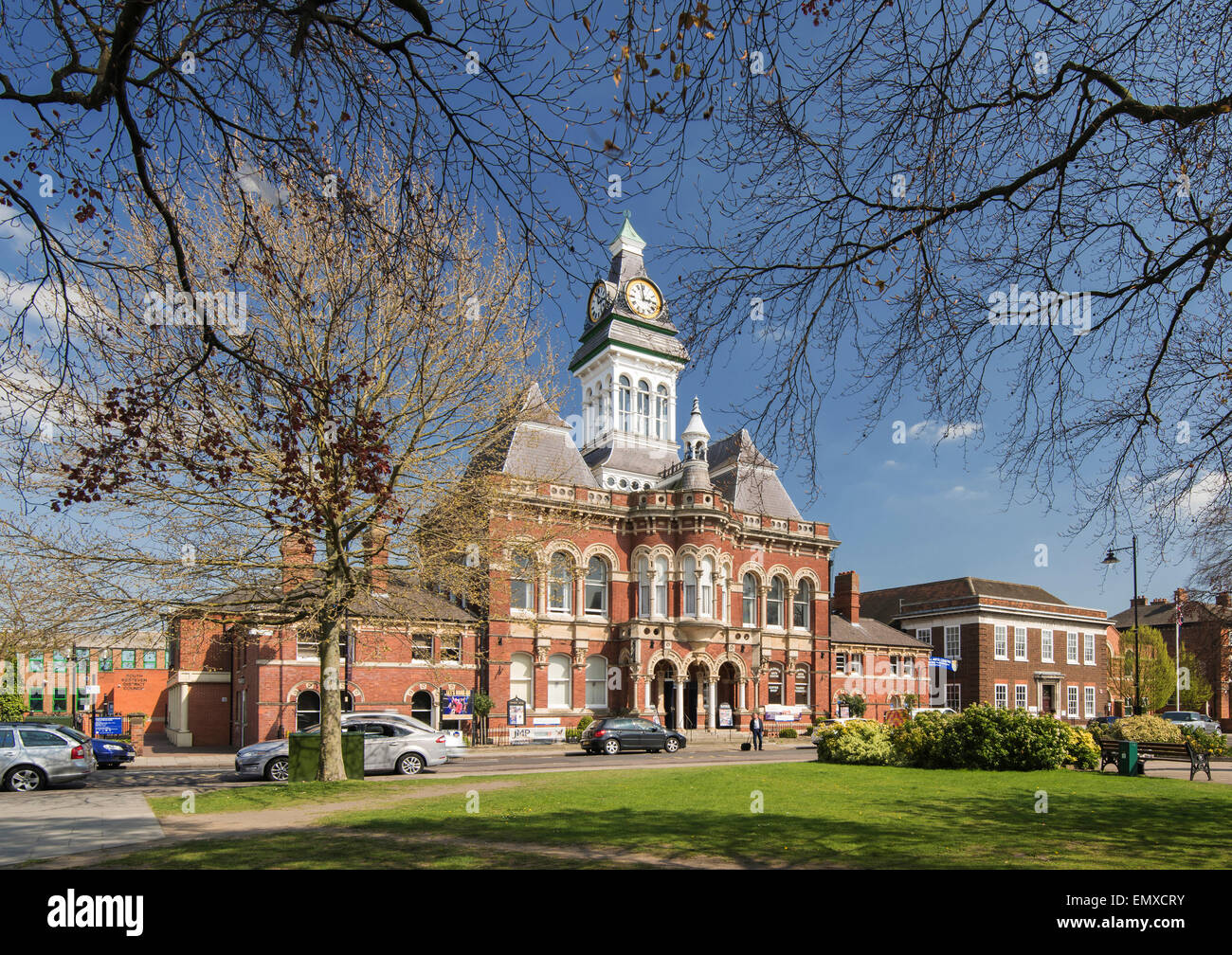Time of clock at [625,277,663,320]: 2:58
